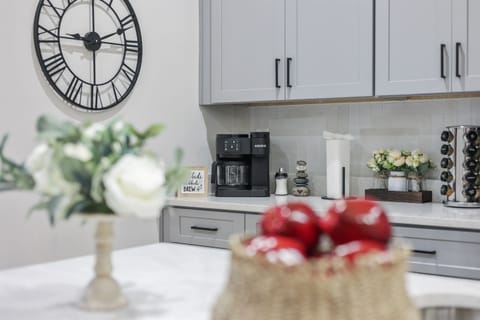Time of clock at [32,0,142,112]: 9:11
